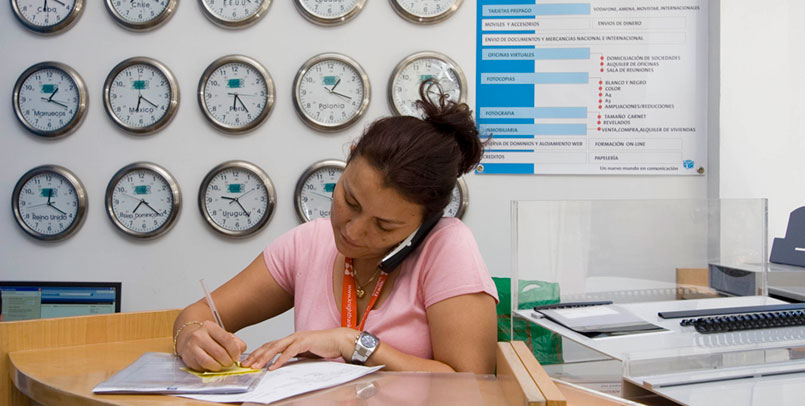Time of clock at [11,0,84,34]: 6:19
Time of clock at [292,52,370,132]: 1:18
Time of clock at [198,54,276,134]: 6:24
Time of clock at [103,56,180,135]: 6:20
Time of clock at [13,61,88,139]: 1:18
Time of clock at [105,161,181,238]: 7:21
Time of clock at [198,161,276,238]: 9:23
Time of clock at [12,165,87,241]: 12:20
